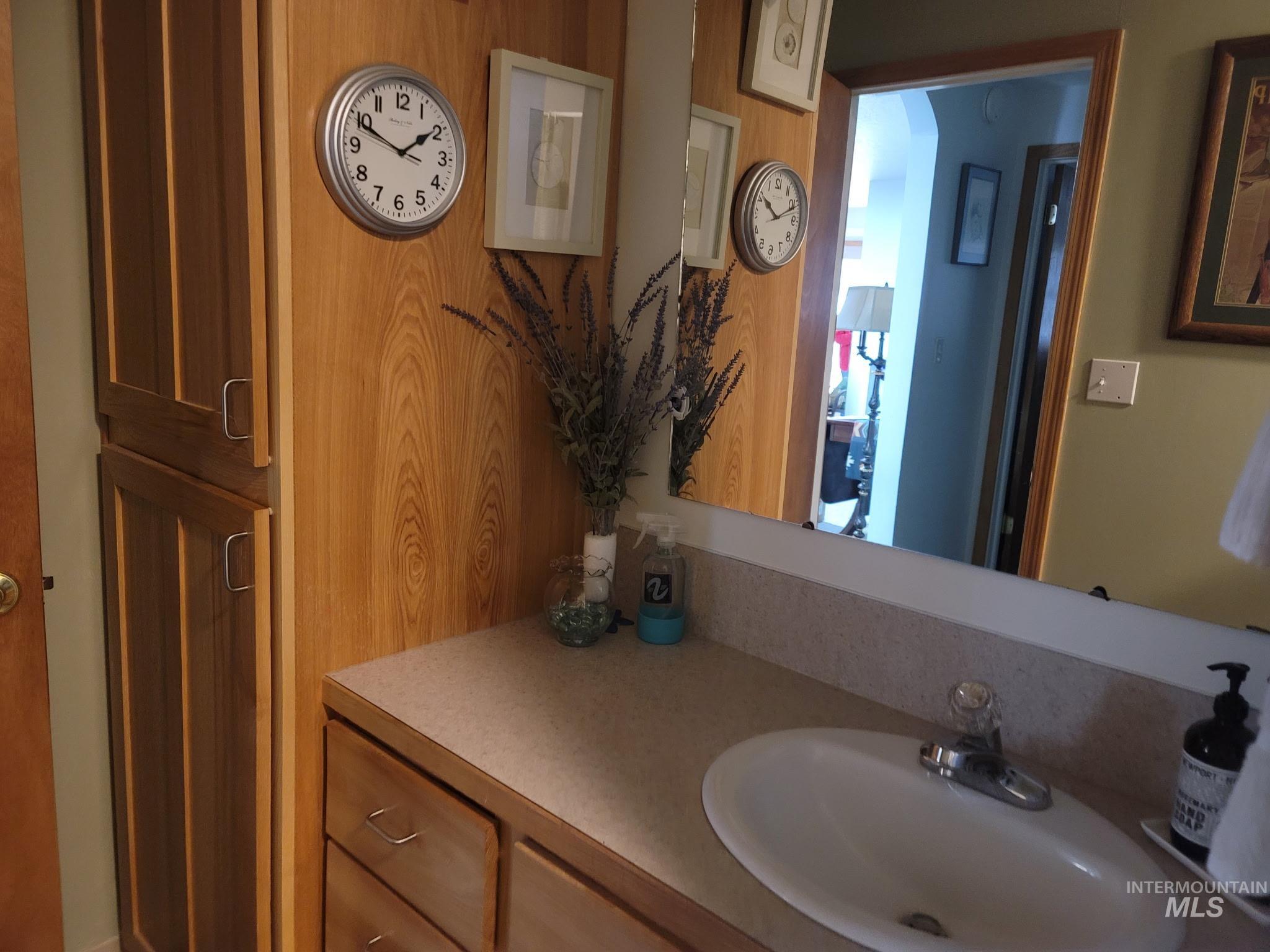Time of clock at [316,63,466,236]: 1:49
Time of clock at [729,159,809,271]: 10:11
